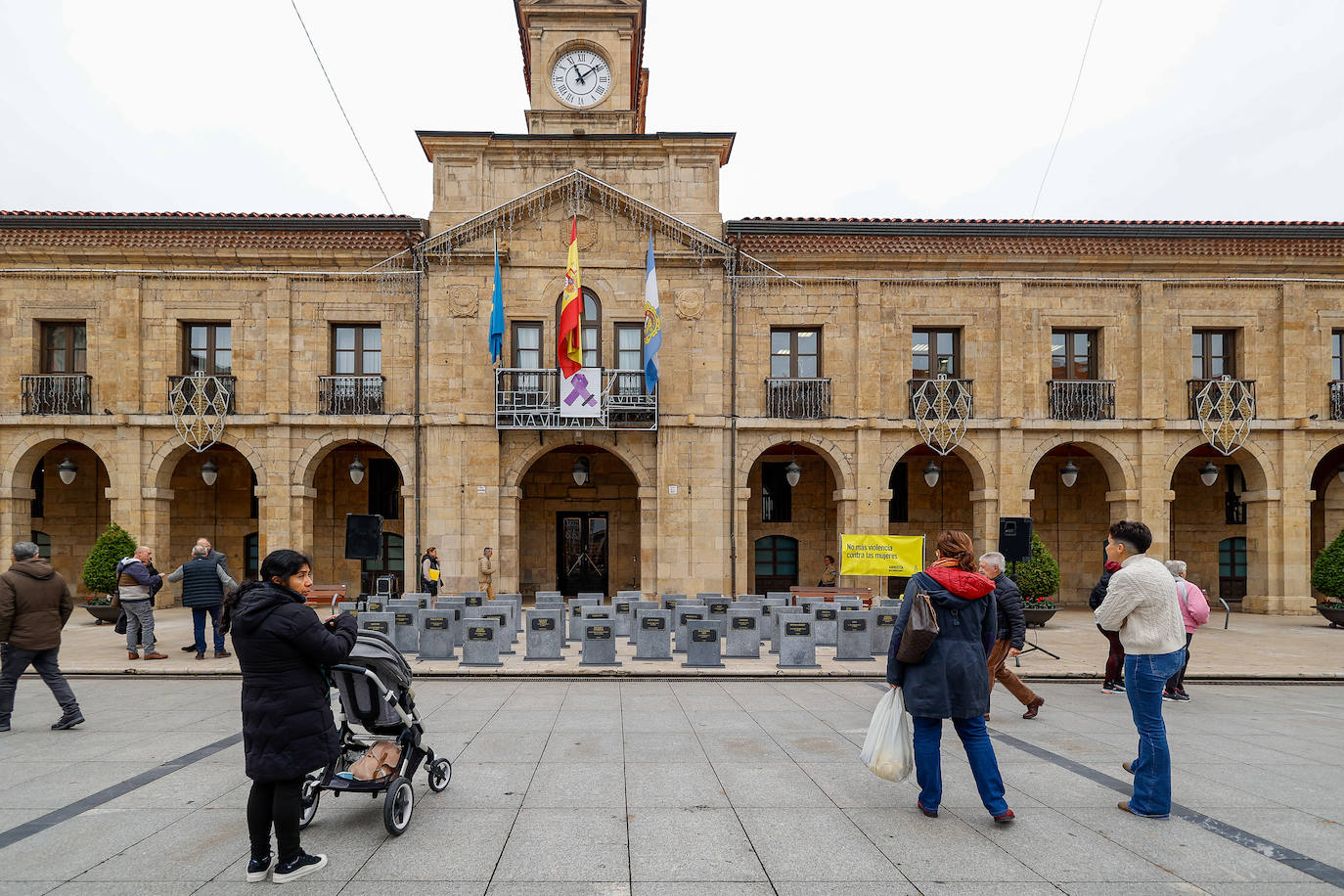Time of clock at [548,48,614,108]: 11:08
